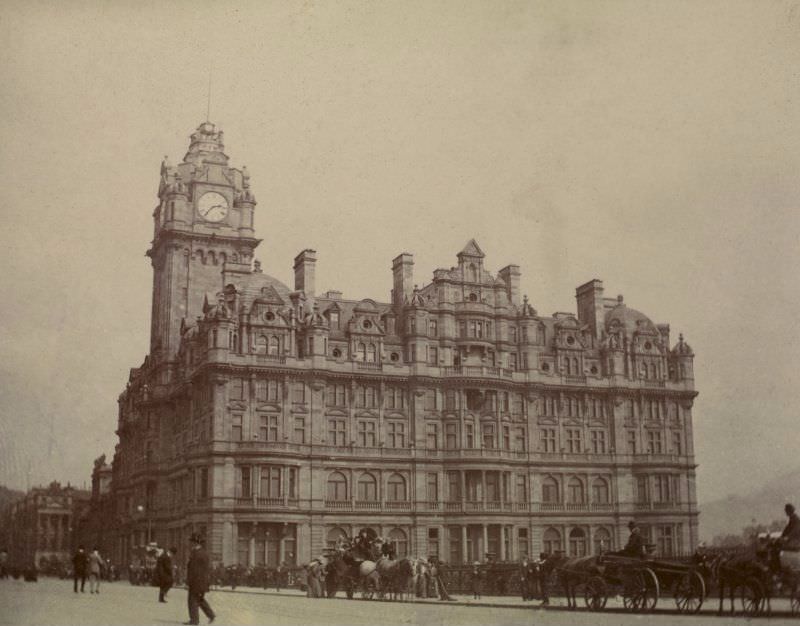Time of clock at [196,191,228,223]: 2:36
